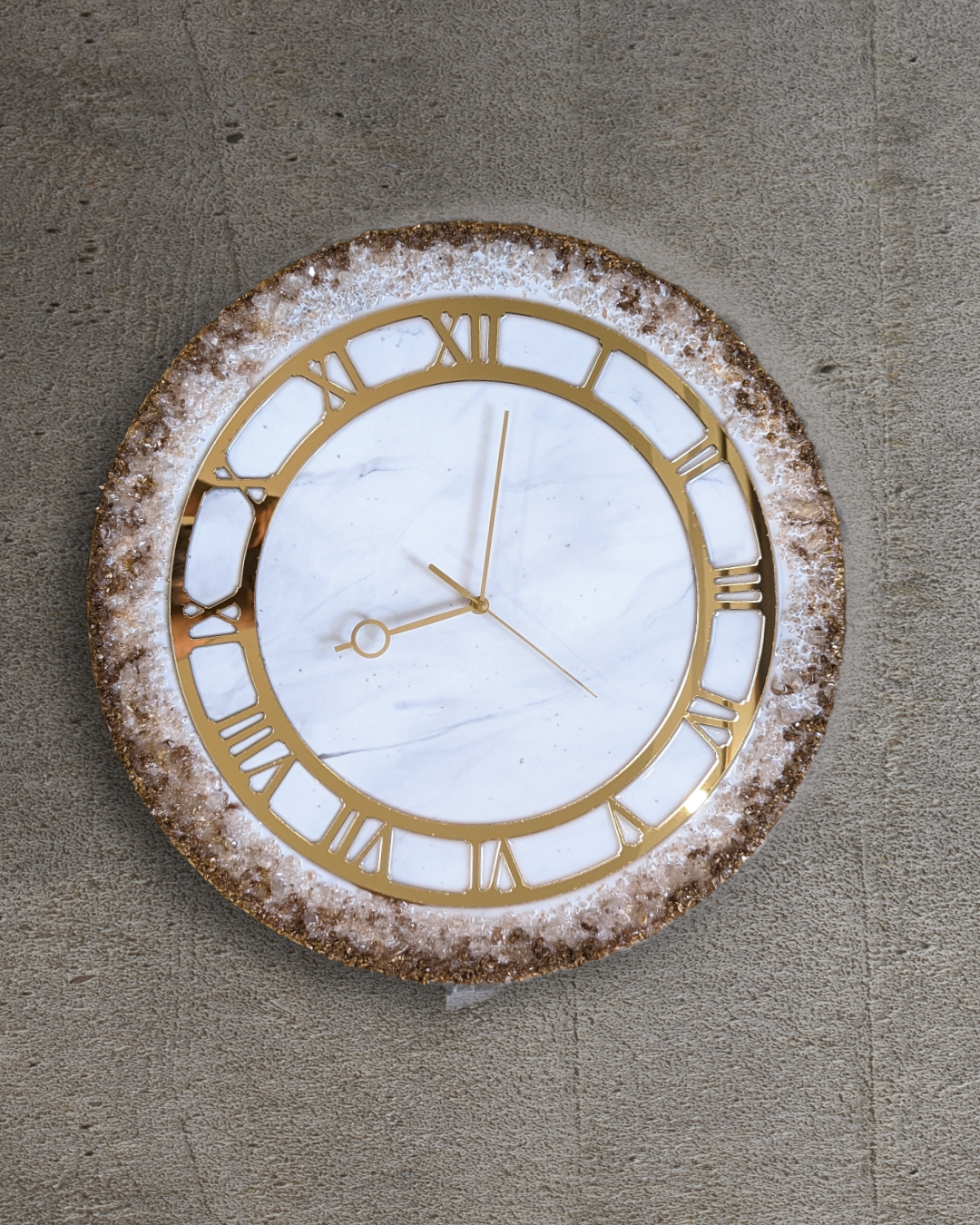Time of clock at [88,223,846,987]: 9:01
